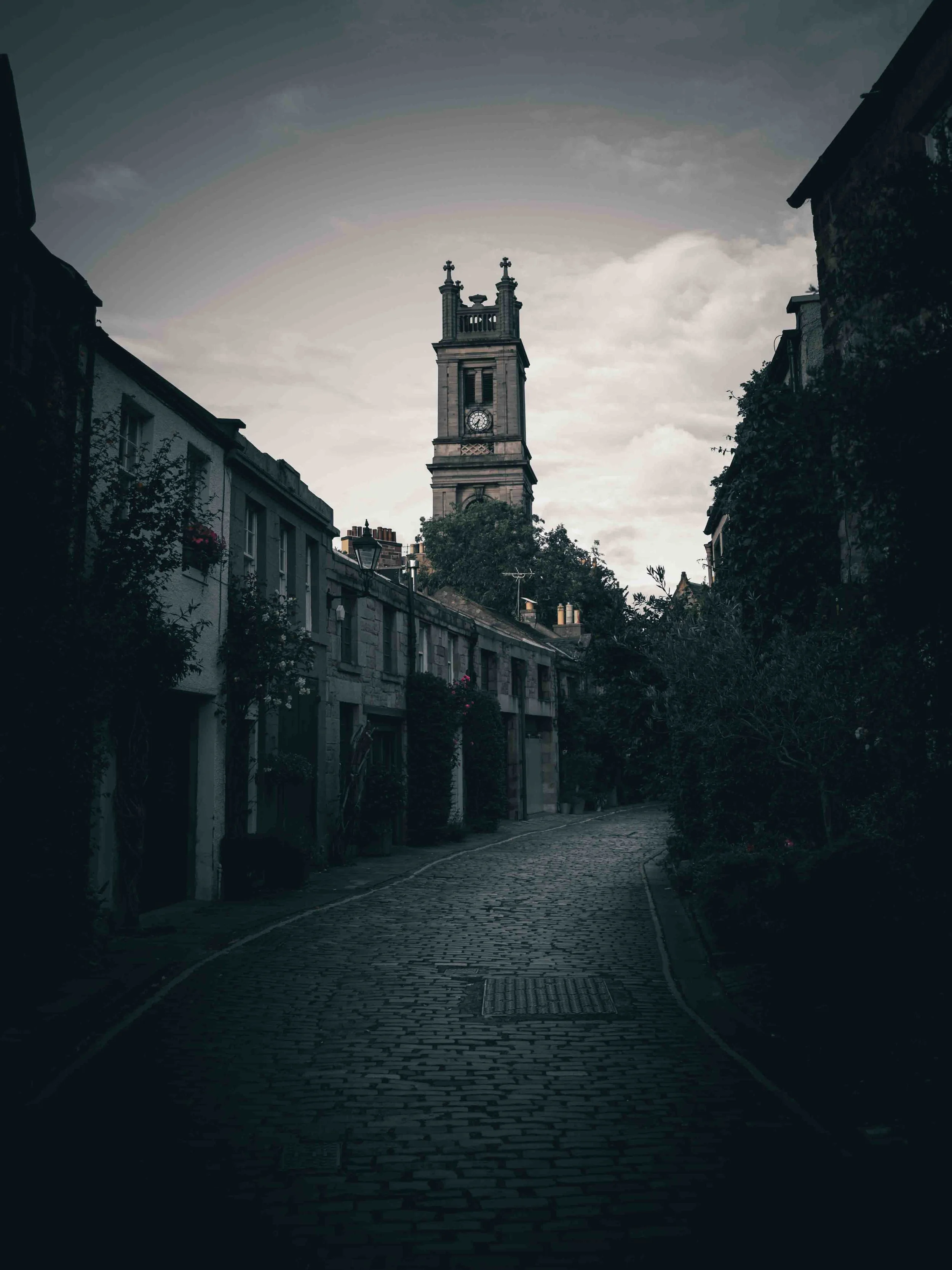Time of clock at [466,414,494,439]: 7:32
